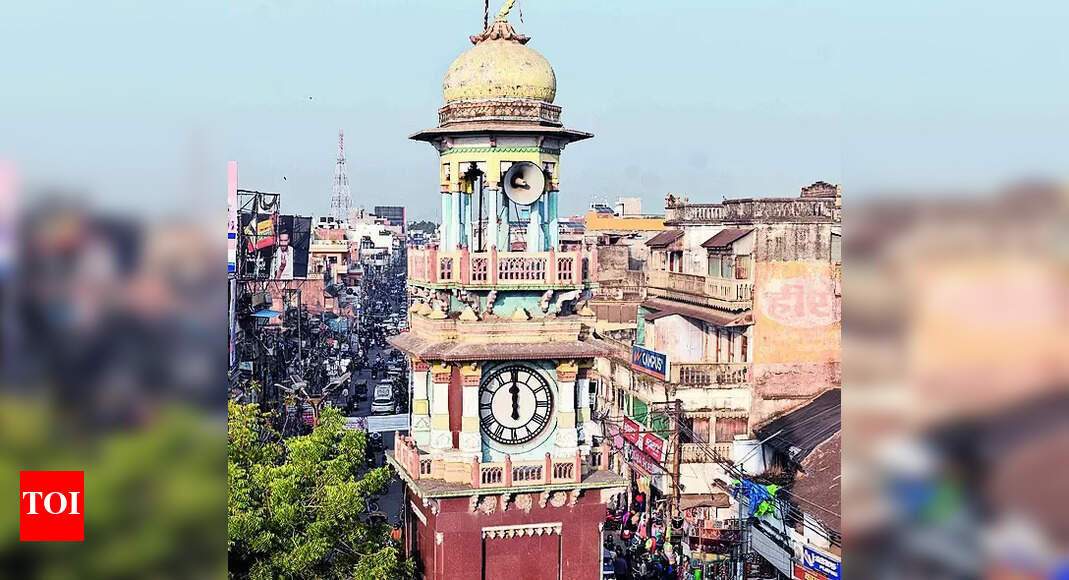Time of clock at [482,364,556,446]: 11:59
